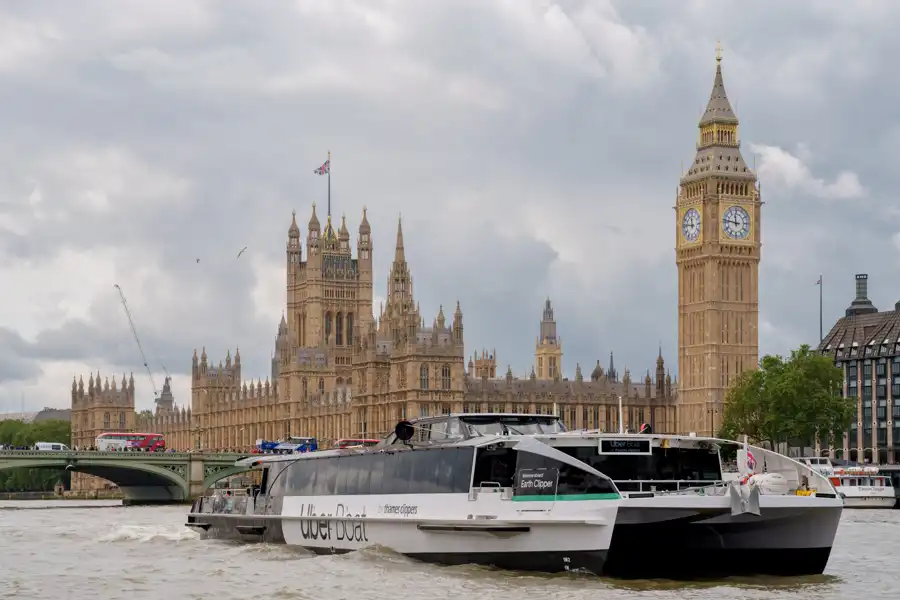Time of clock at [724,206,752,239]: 11:46
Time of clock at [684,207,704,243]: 11:46
